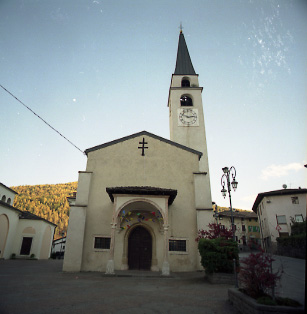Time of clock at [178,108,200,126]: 2:48
